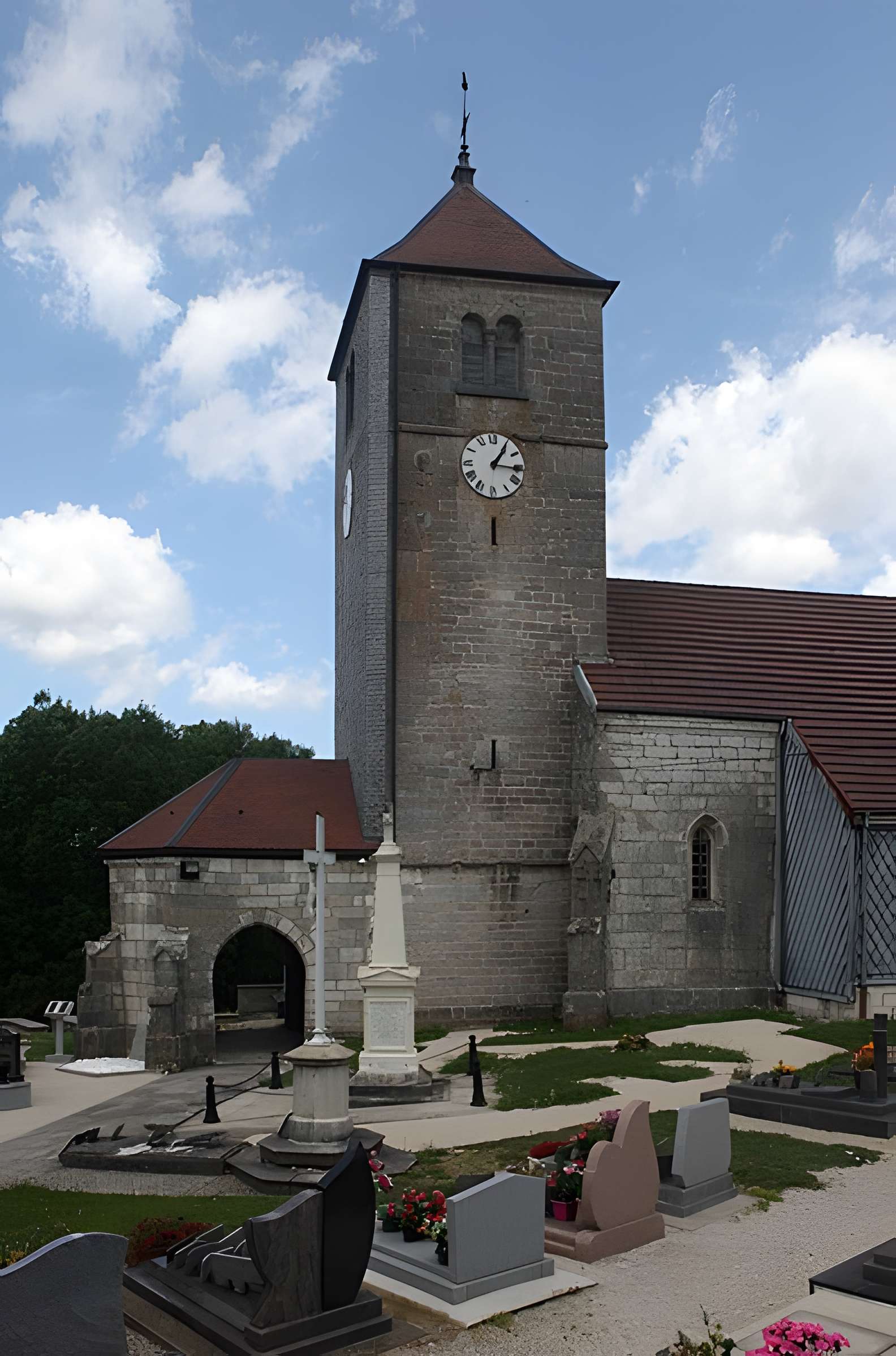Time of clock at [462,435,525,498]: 1:16
